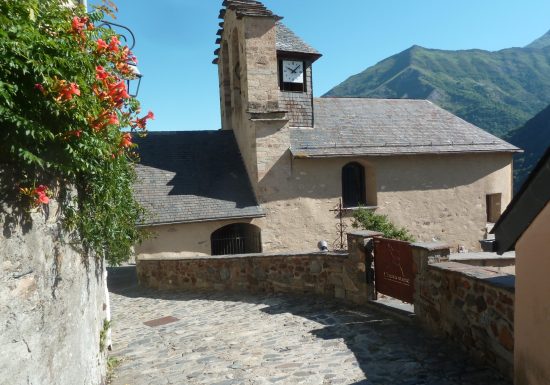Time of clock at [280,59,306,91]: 10:07
